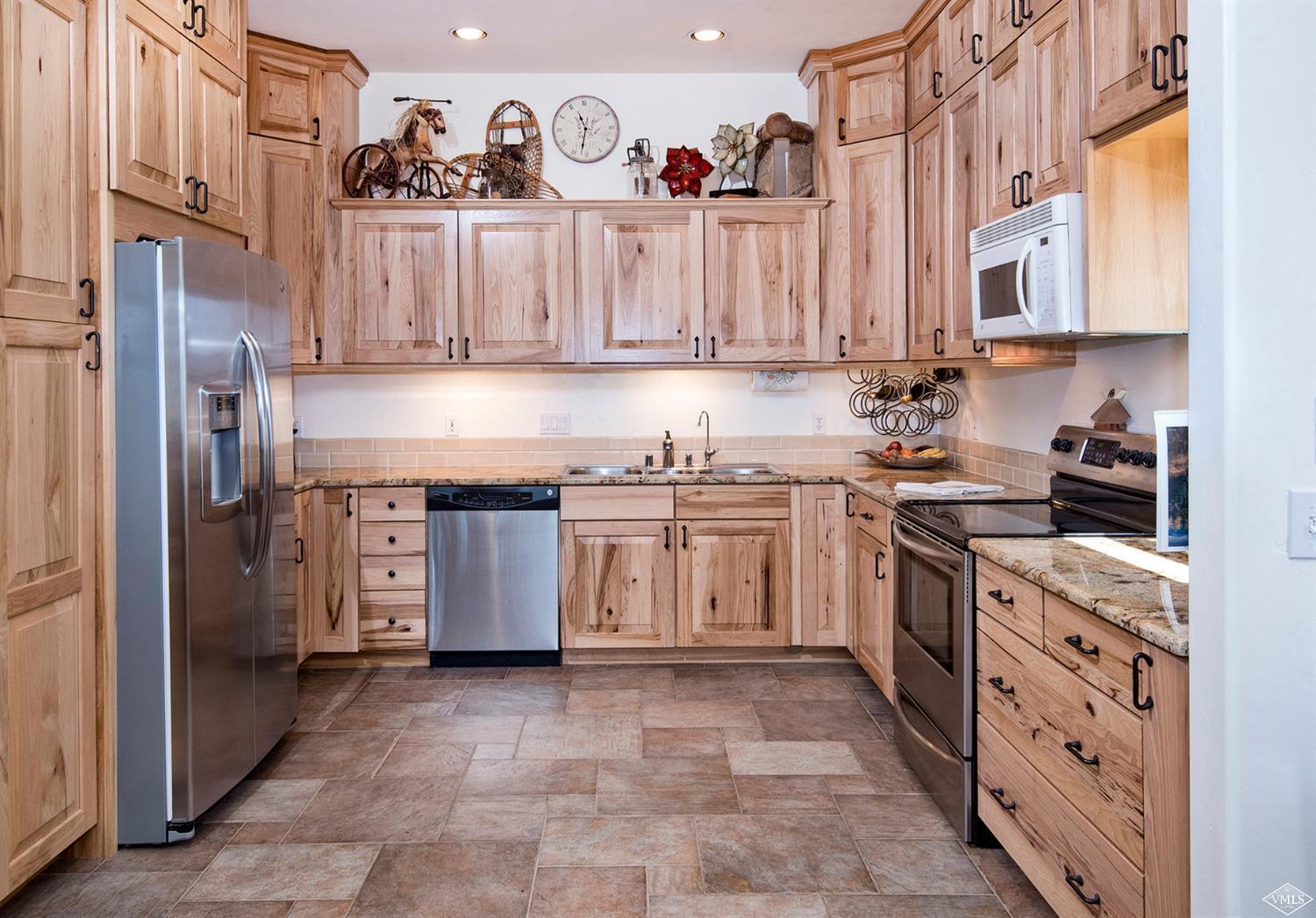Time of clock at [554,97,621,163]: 11:32
